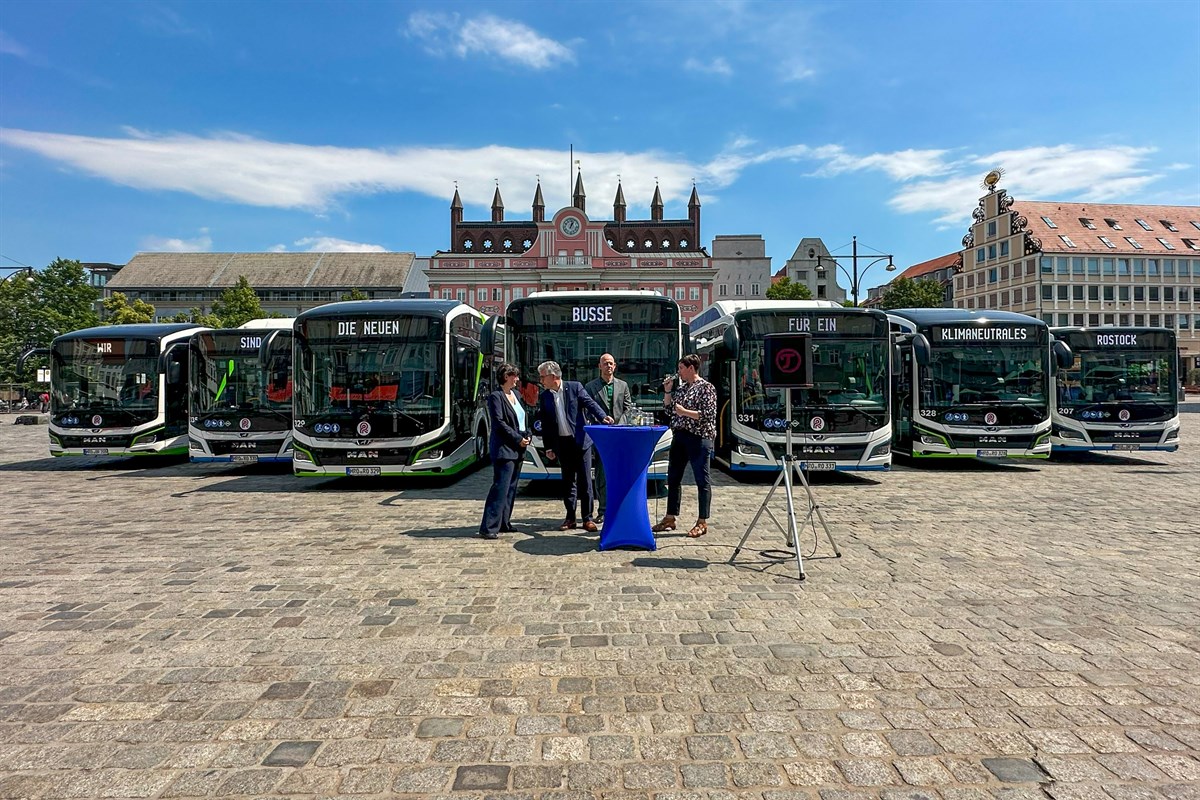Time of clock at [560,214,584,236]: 1:02
